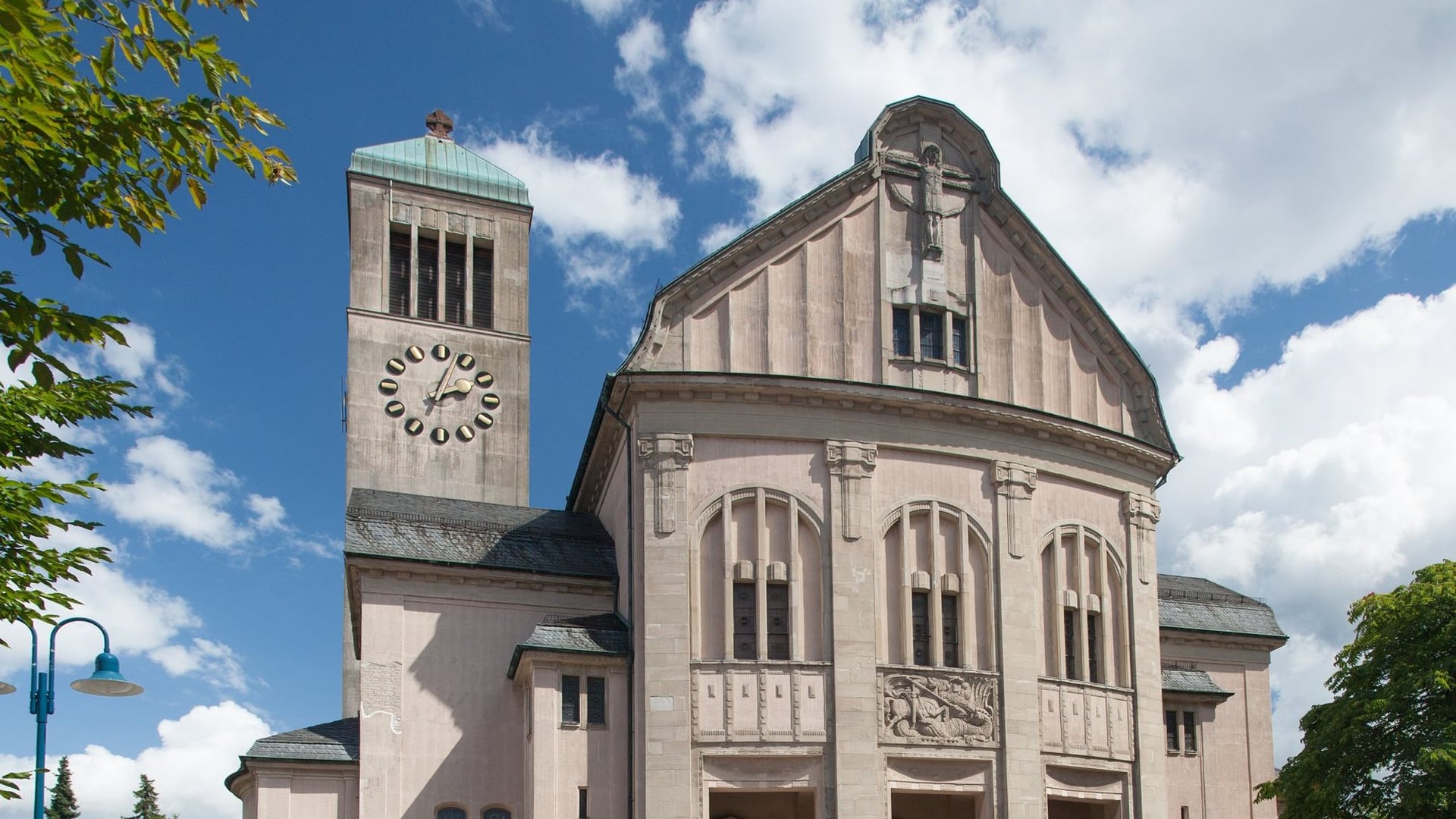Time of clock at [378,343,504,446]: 2:03
